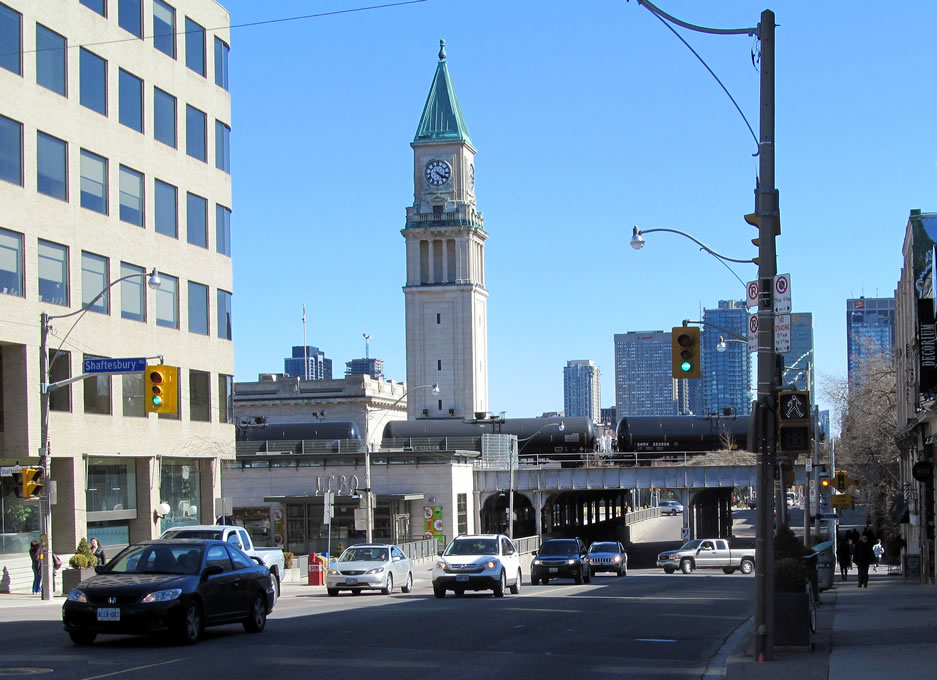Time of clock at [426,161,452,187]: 4:19
